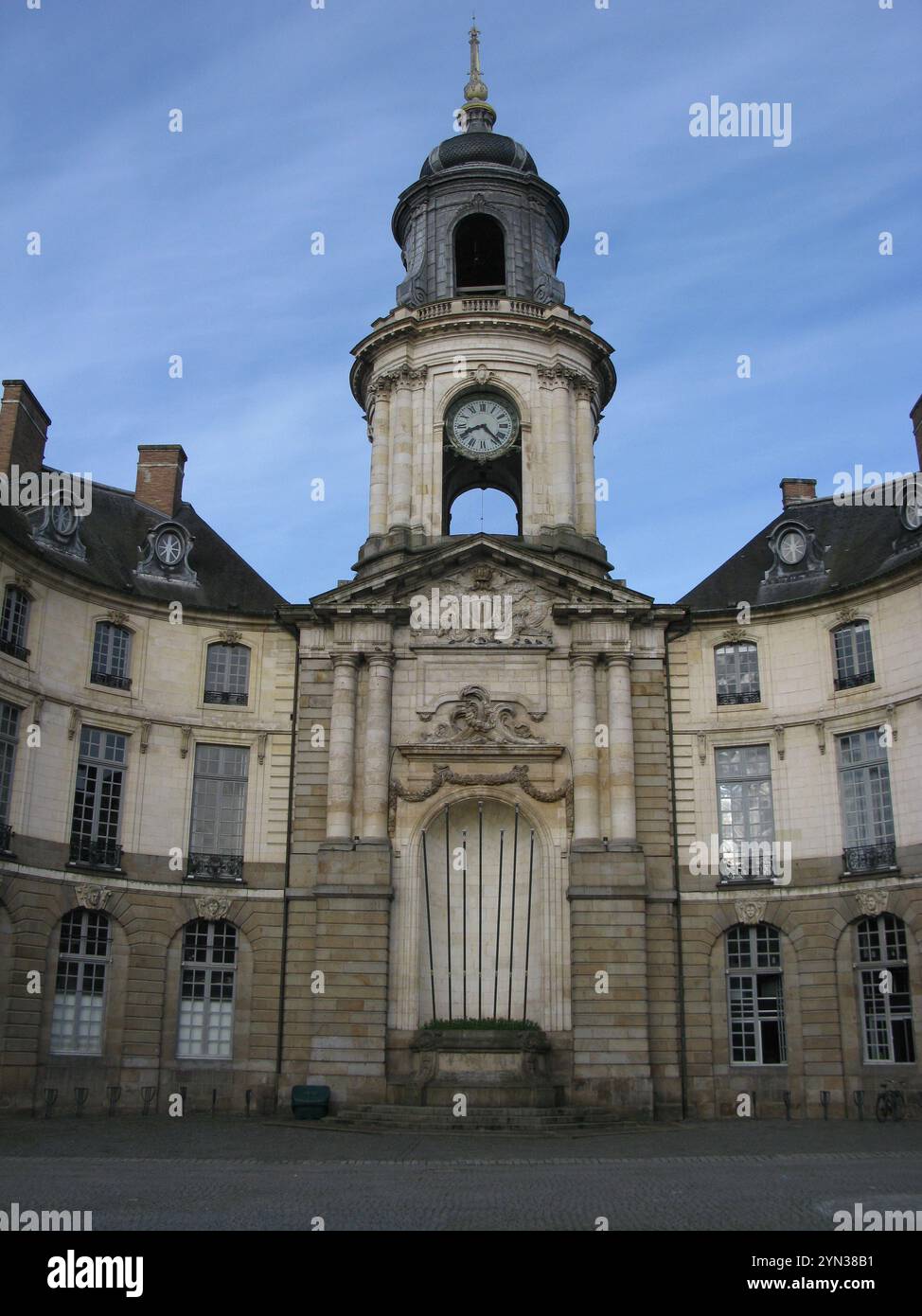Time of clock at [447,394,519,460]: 8:22
